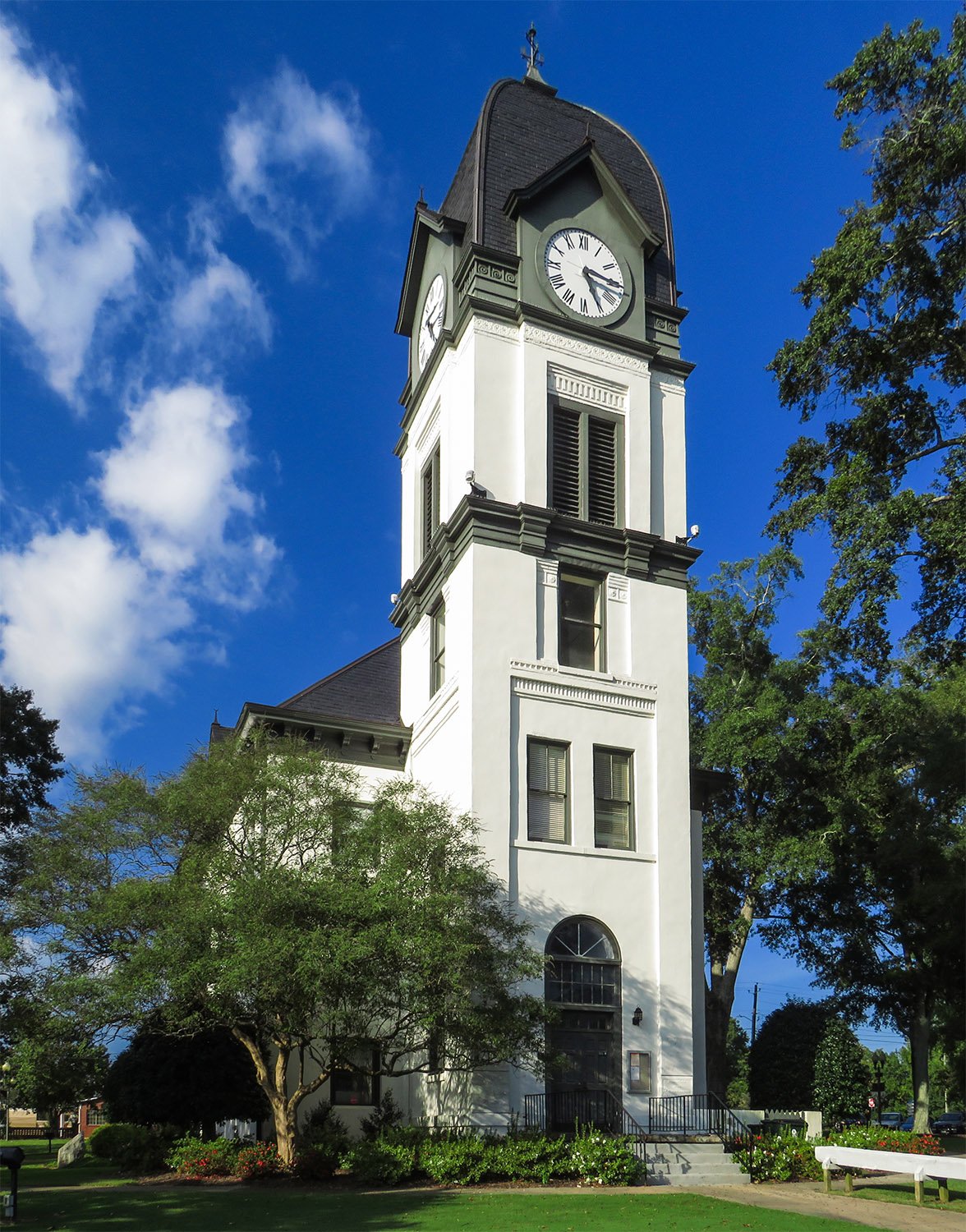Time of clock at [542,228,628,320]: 5:15
